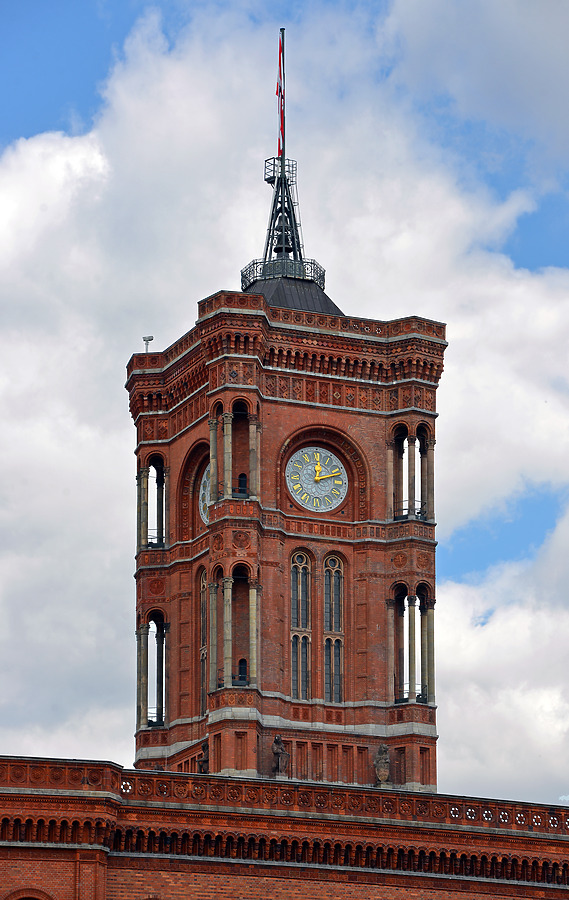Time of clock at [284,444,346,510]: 12:11
